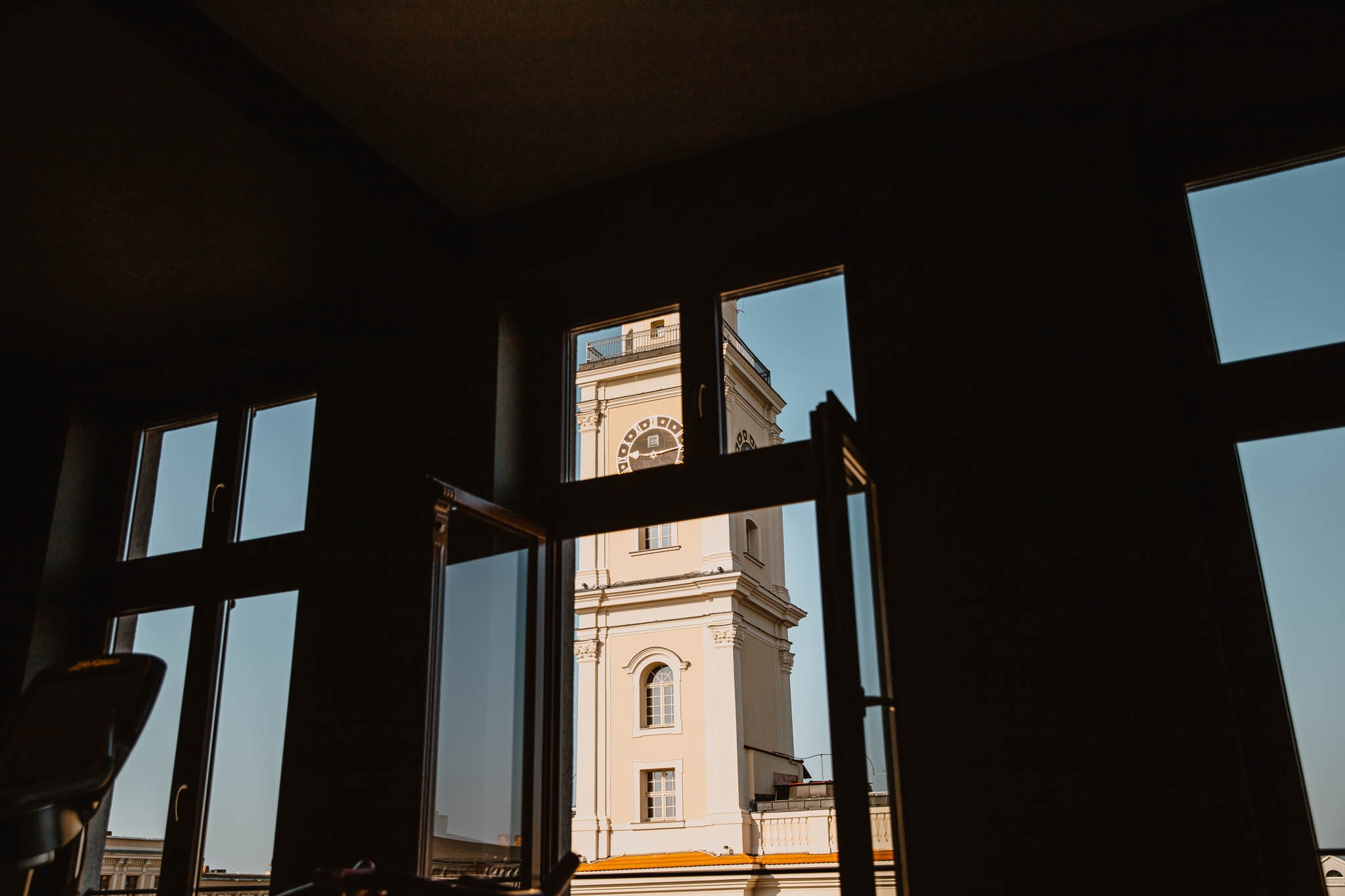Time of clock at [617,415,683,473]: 9:13
